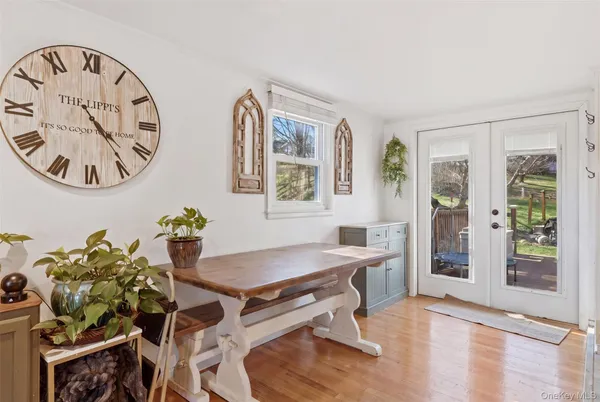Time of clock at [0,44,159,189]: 4:23
